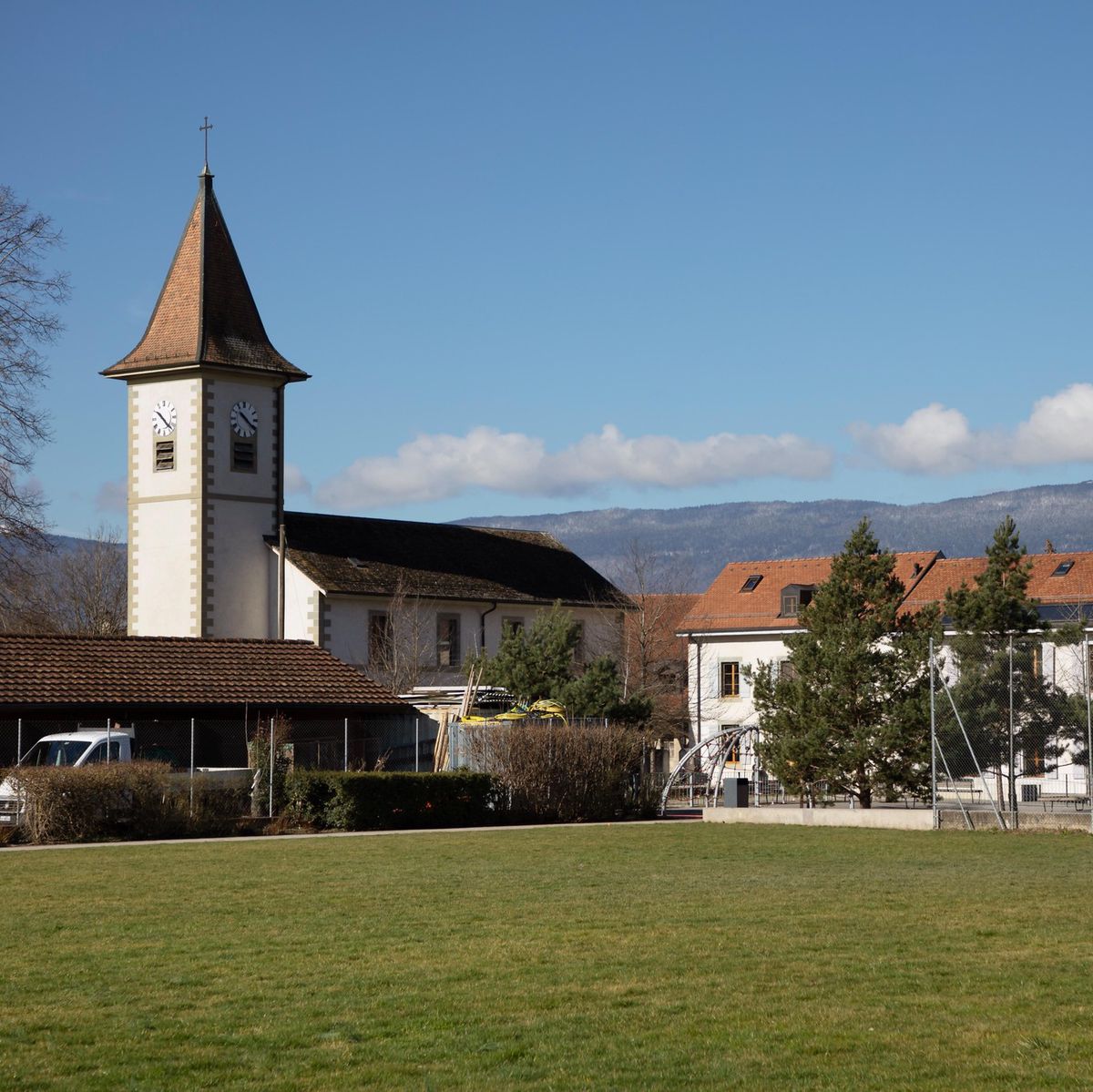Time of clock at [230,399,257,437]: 10:21
